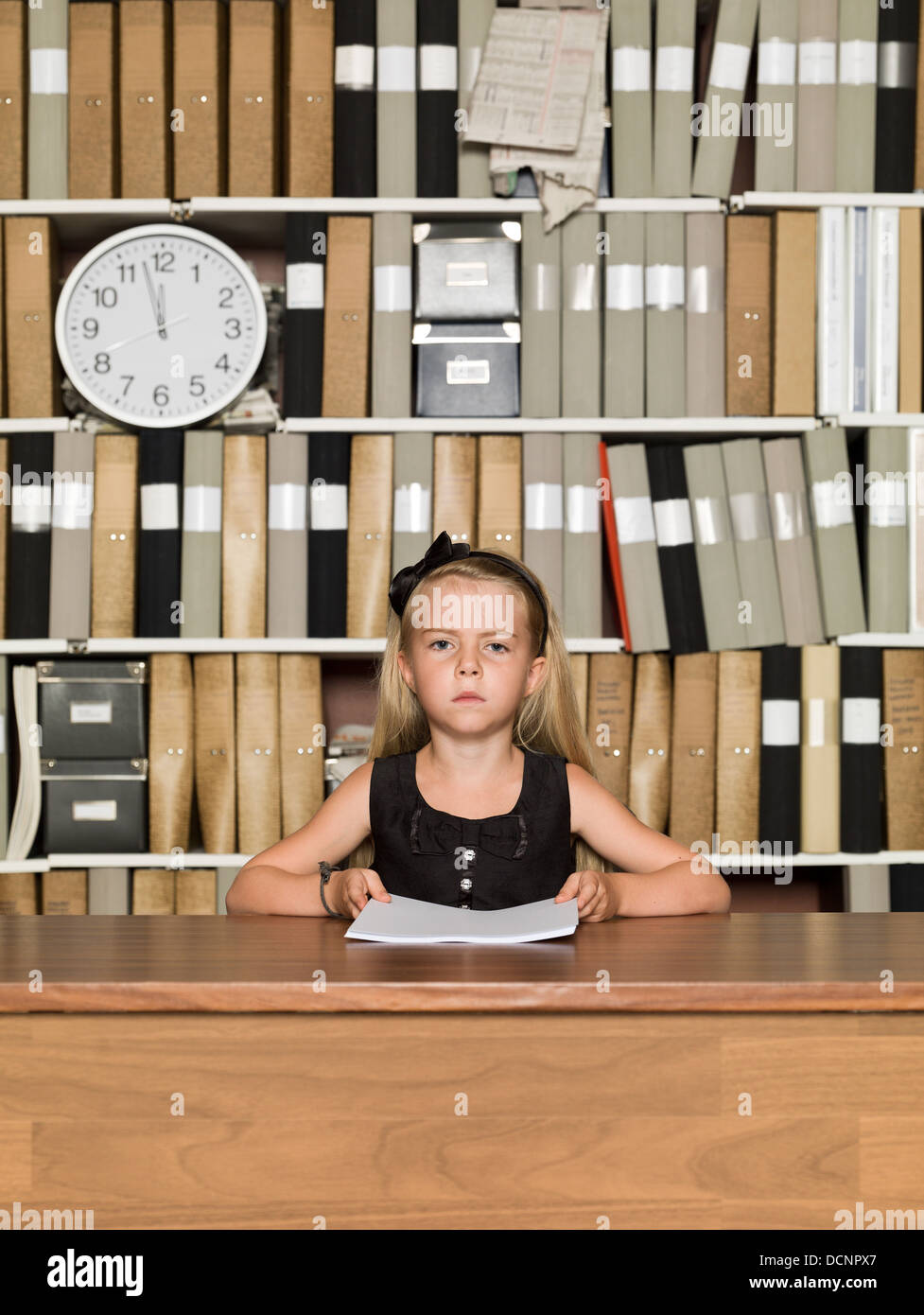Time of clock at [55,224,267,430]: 11:57
